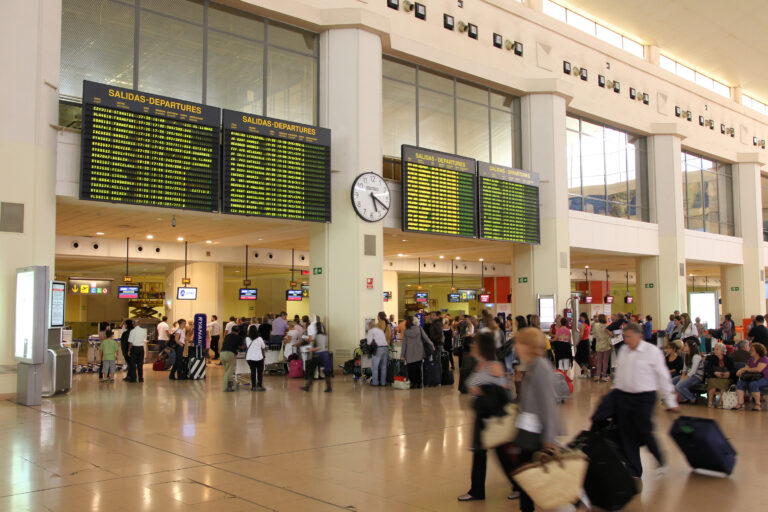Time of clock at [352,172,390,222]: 5:19
